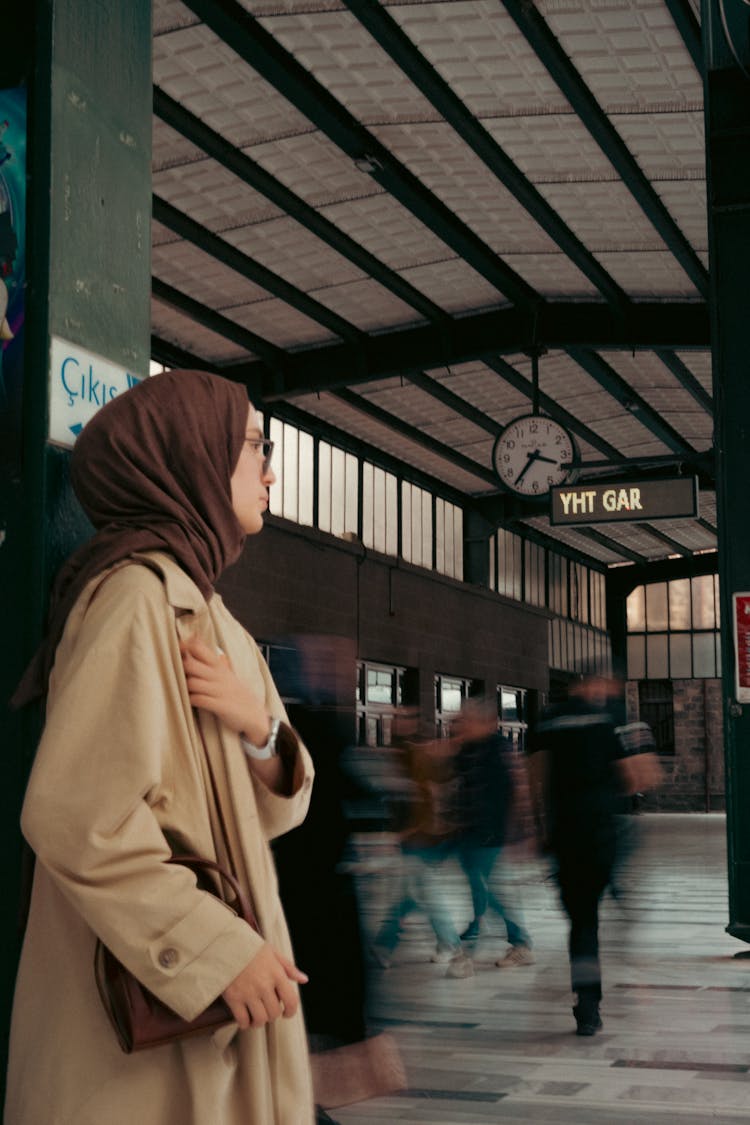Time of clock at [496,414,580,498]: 3:36
